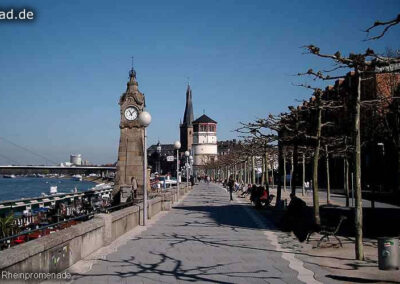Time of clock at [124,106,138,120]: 11:07
